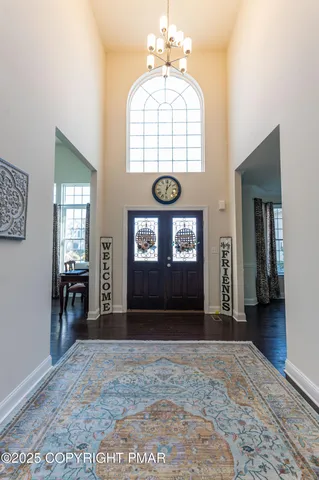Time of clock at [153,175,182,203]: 1:01
